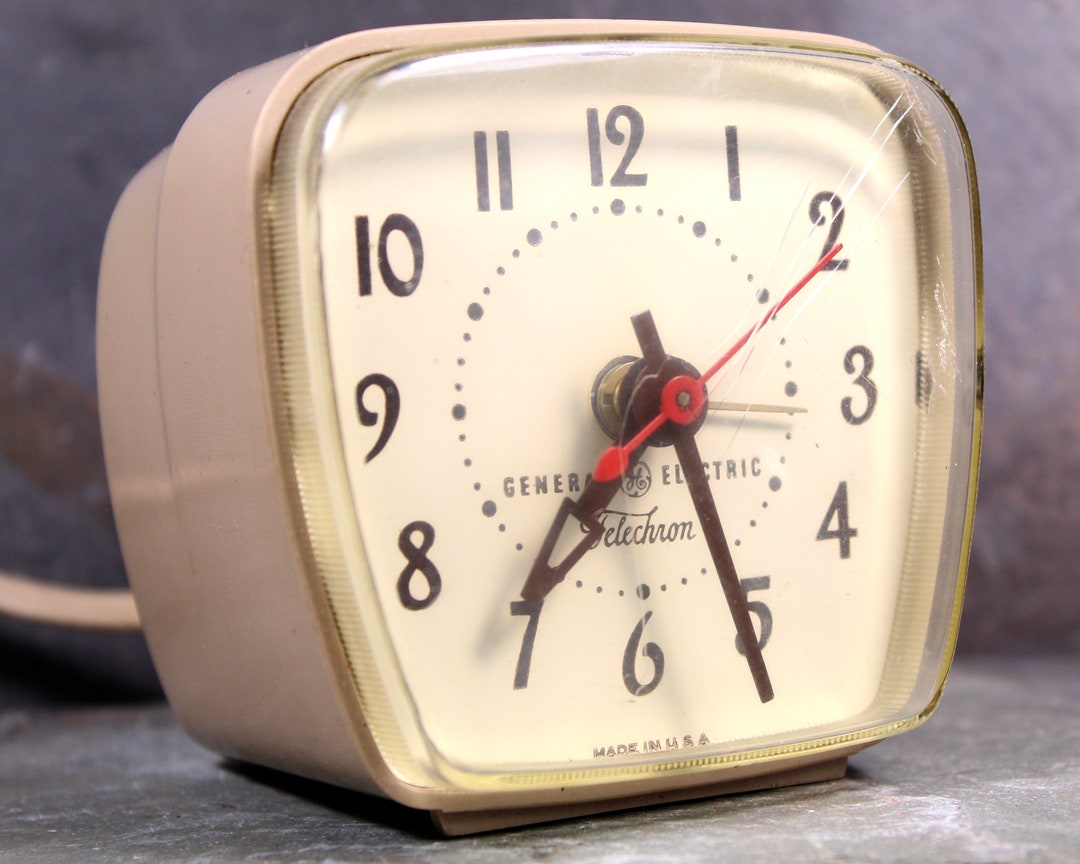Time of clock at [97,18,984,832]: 7:25
